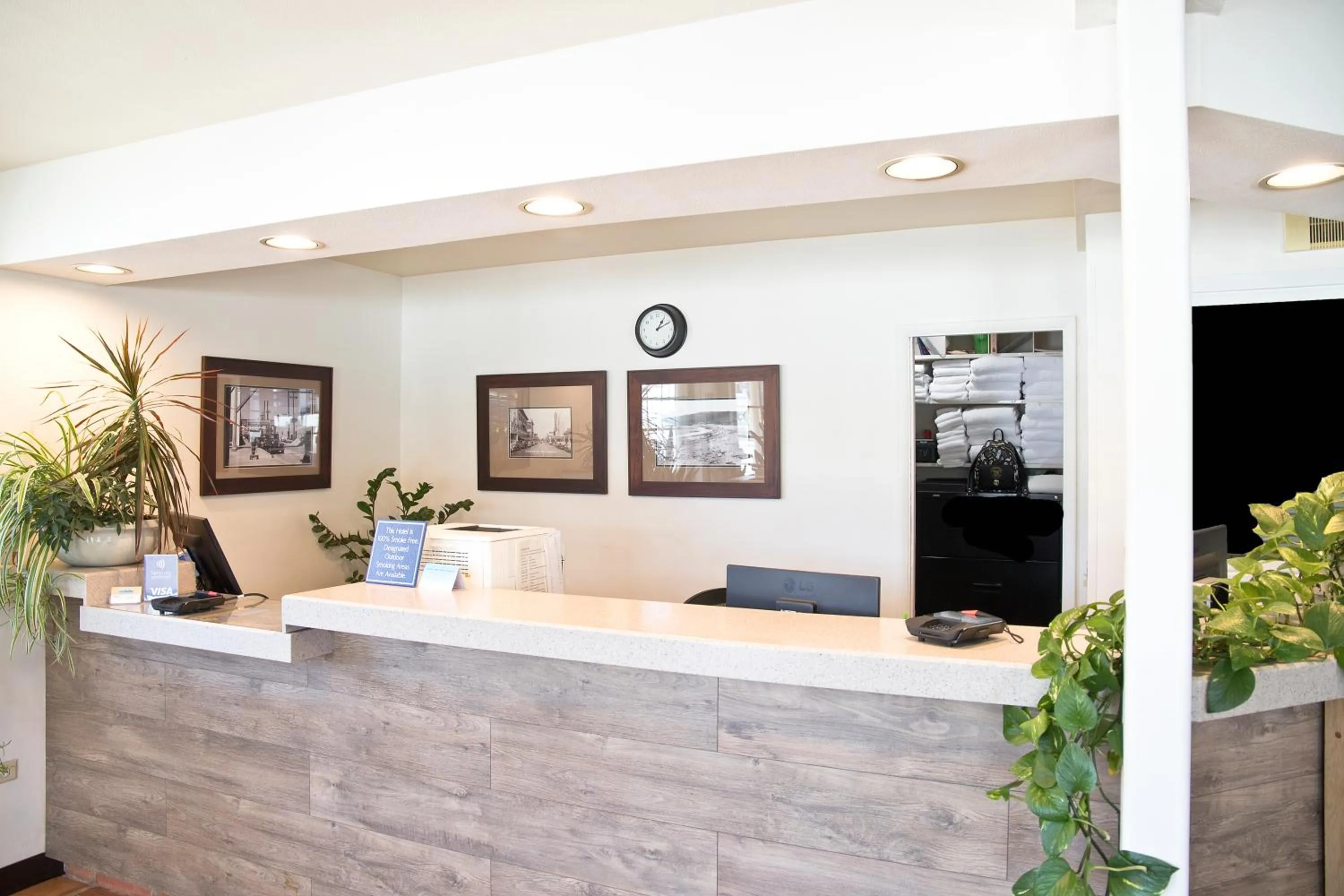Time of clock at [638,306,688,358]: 1:10
